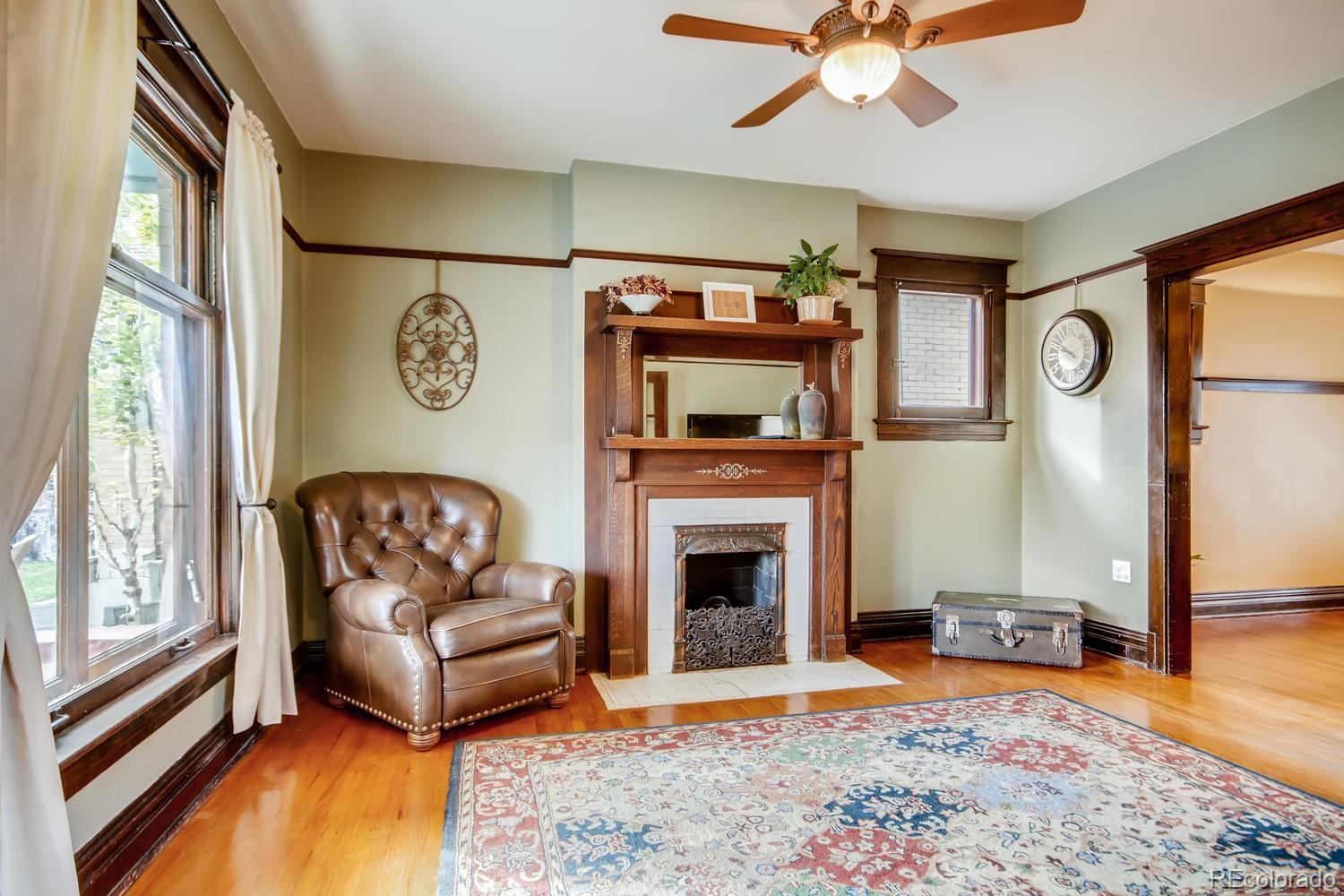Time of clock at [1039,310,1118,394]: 9:51
